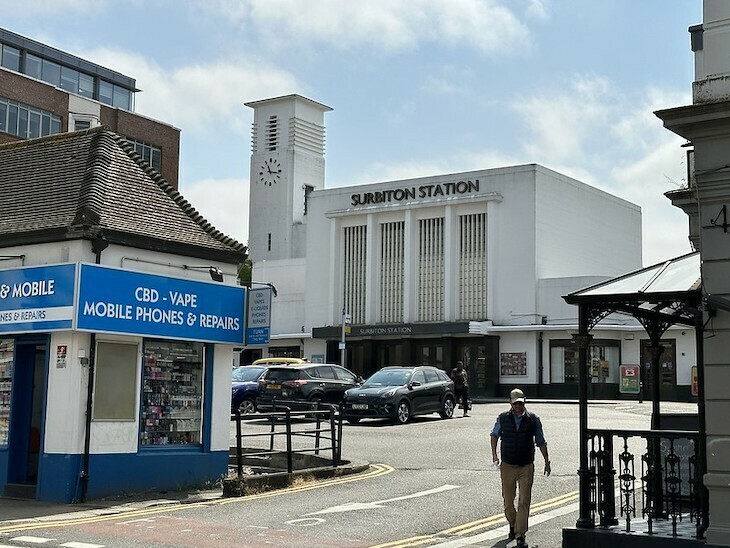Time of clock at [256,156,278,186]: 11:16
